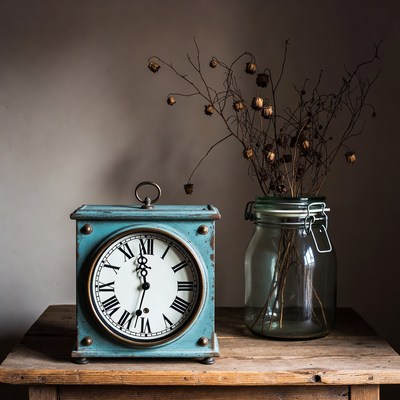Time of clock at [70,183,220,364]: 11:32
